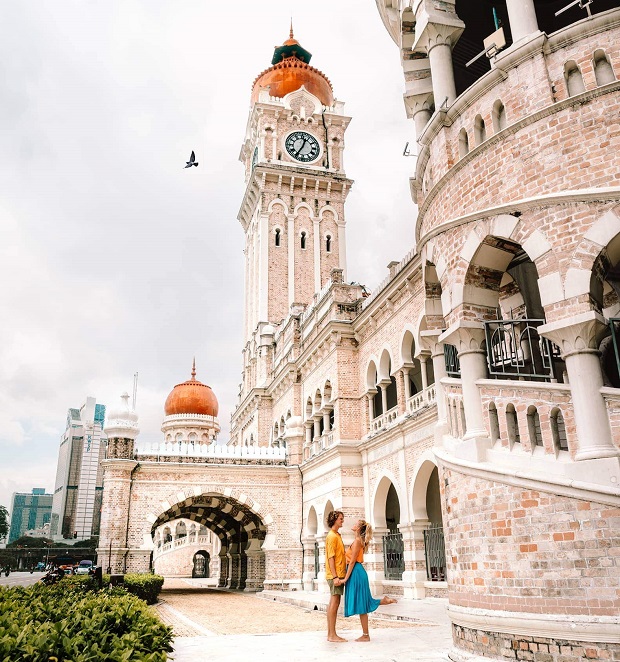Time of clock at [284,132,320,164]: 12:35
